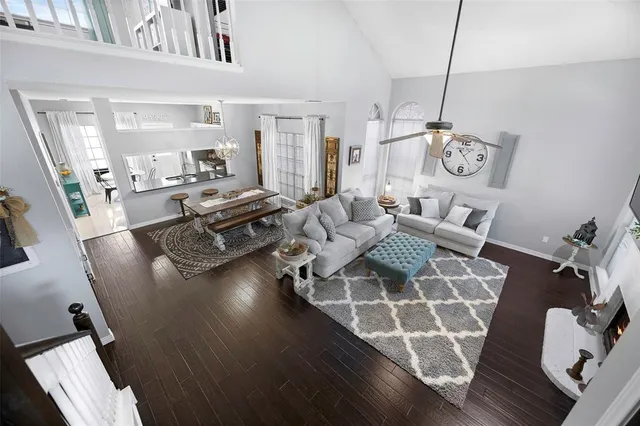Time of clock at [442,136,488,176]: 1:23
